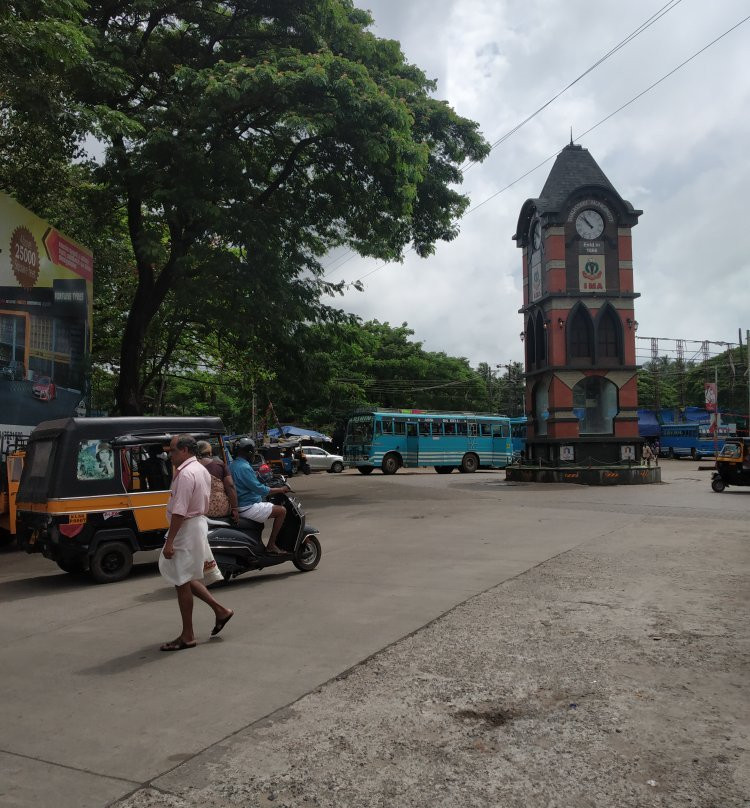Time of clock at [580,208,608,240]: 10:52
